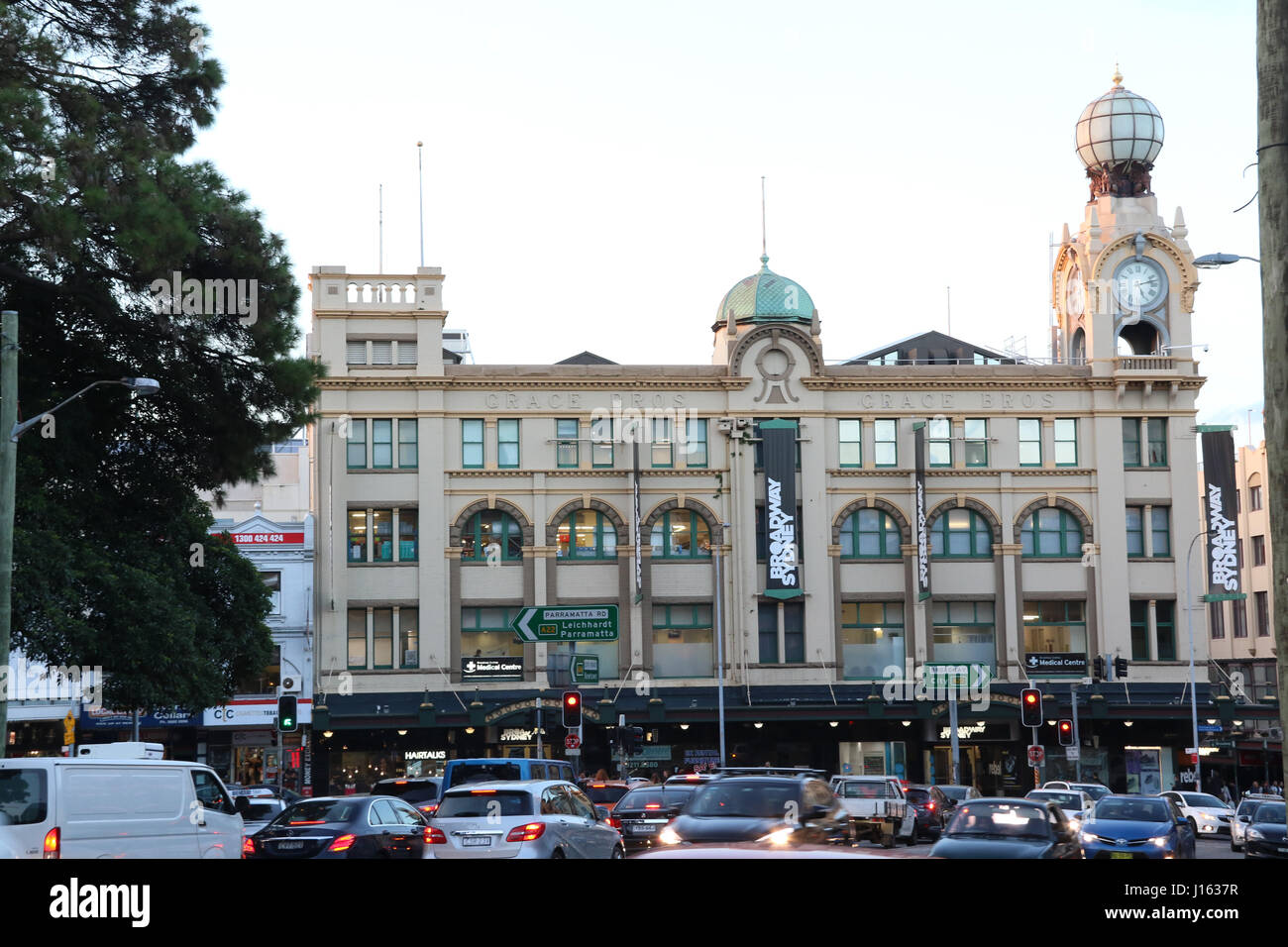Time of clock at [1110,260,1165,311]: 5:12
